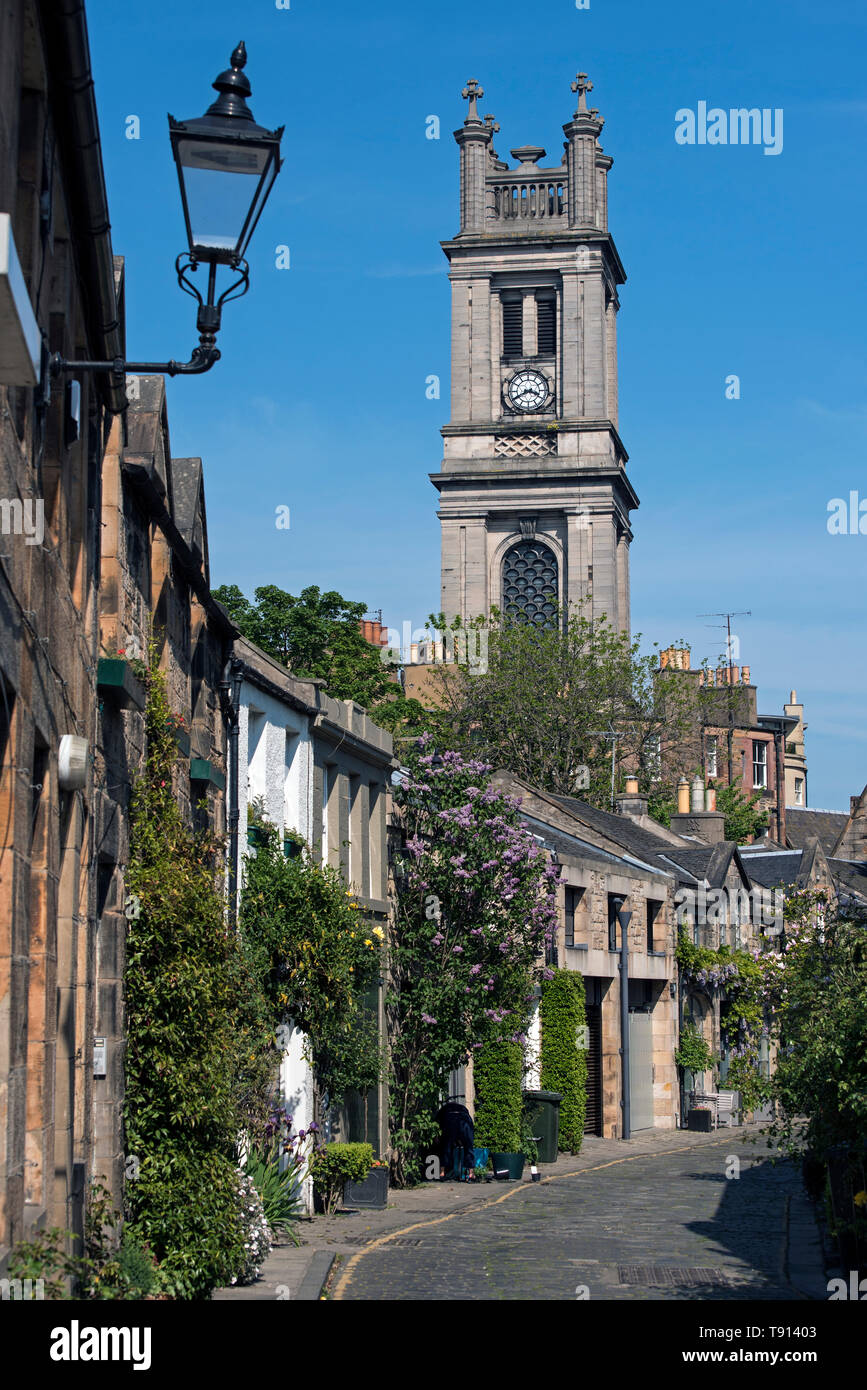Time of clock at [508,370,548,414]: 3:40
